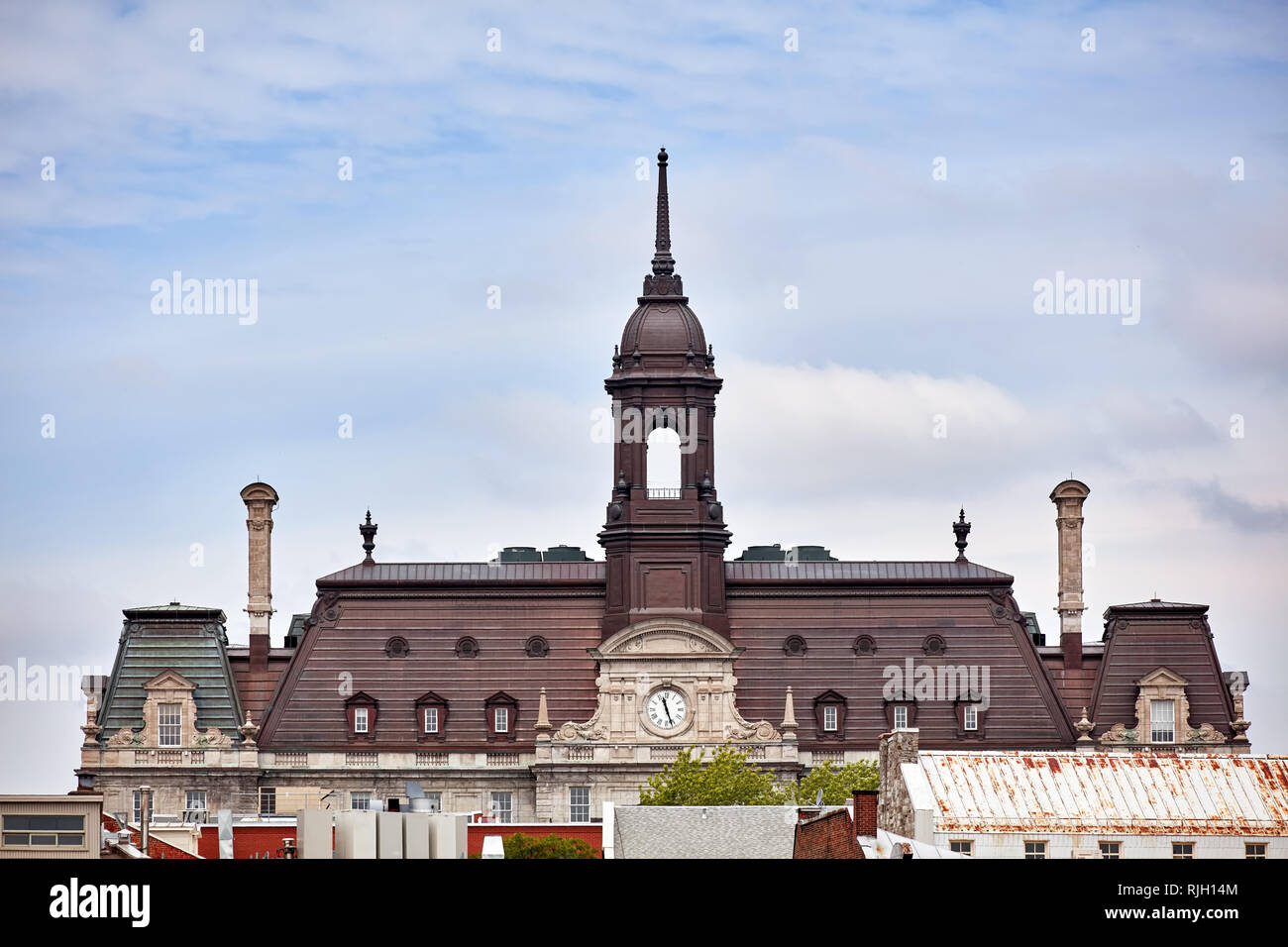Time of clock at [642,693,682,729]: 11:26
